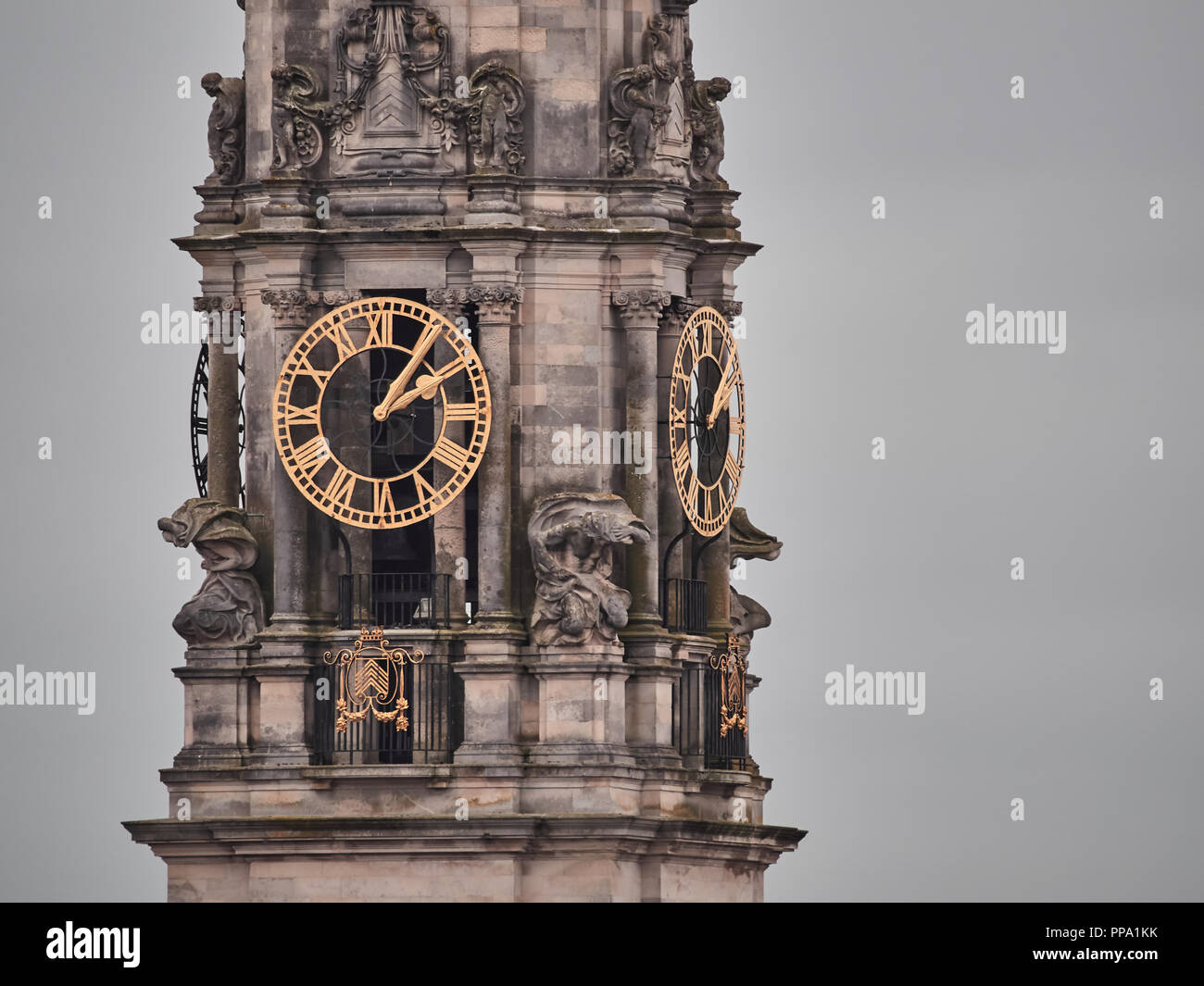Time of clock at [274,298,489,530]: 2:06
